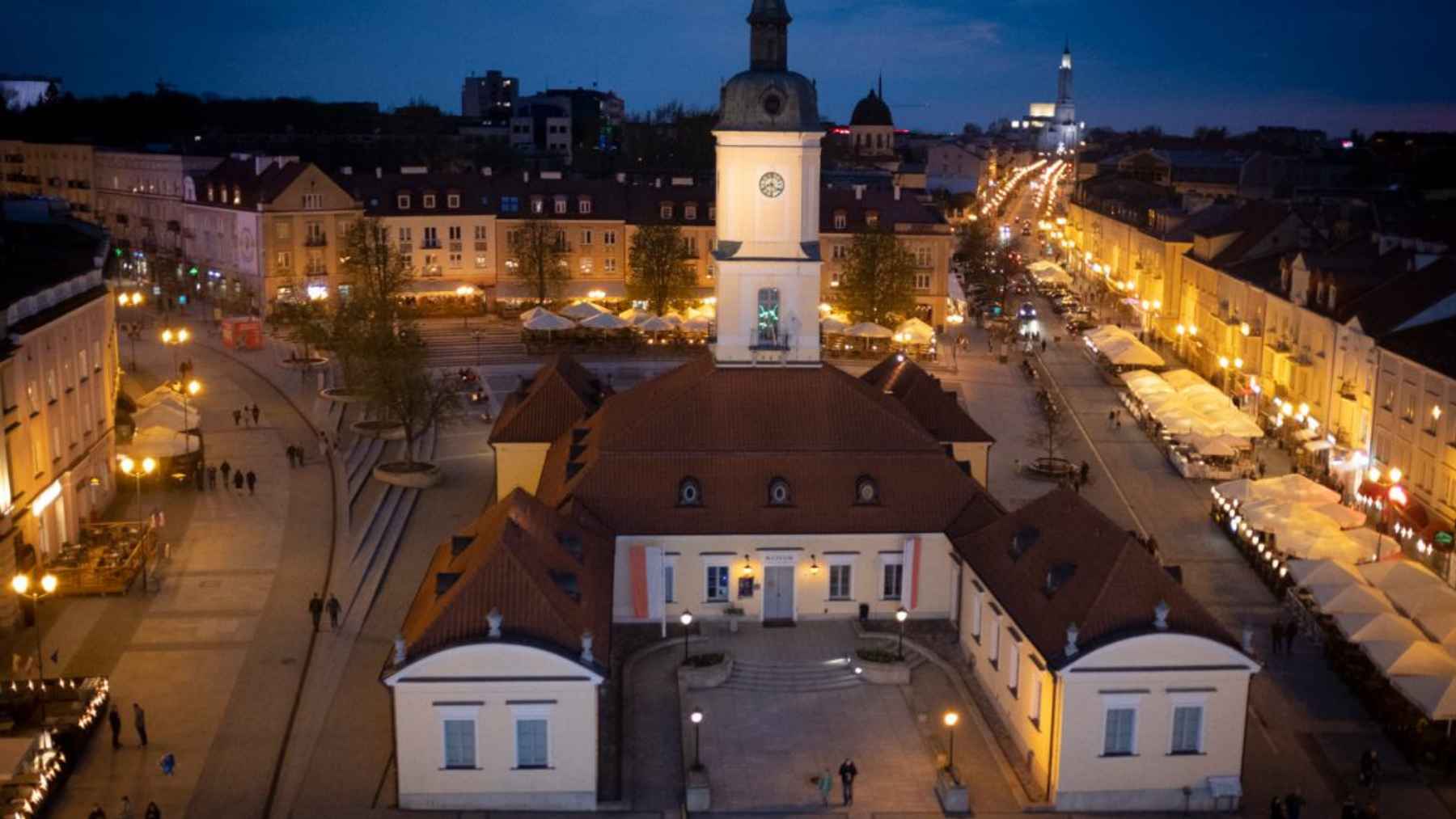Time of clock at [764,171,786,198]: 8:22
